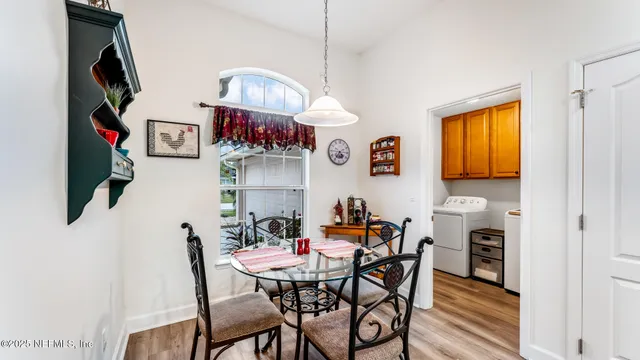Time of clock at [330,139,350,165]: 4:35
